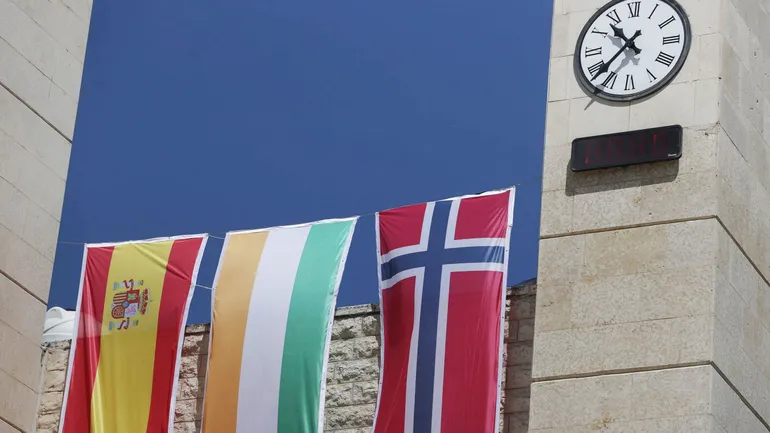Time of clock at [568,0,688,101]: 10:37
